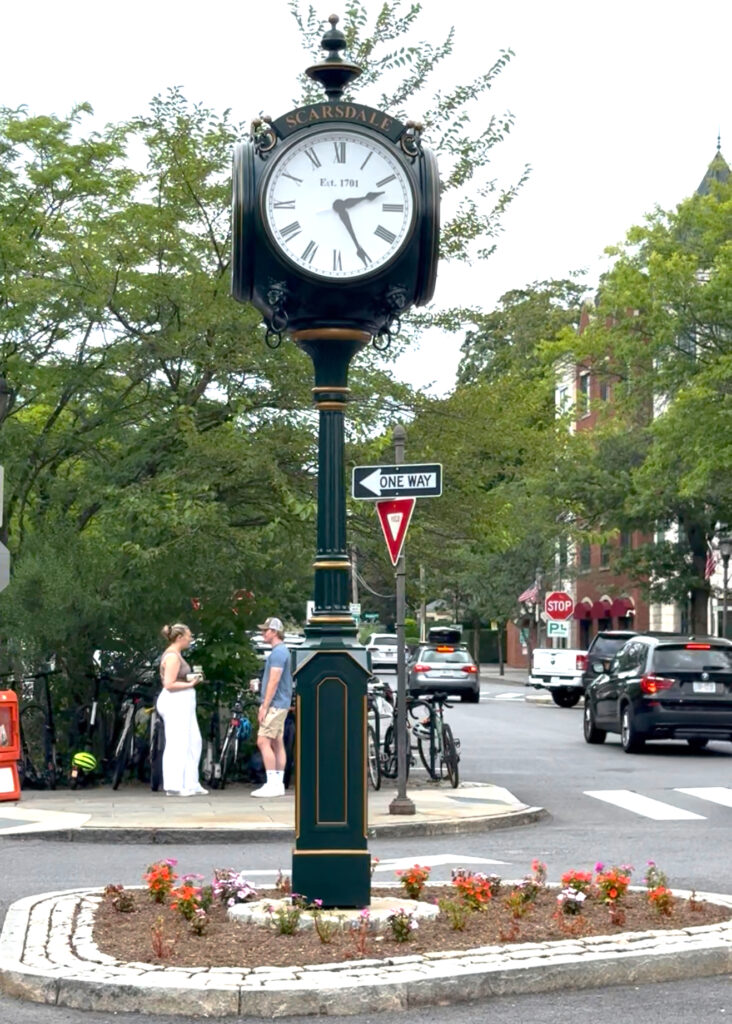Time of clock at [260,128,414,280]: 2:25
